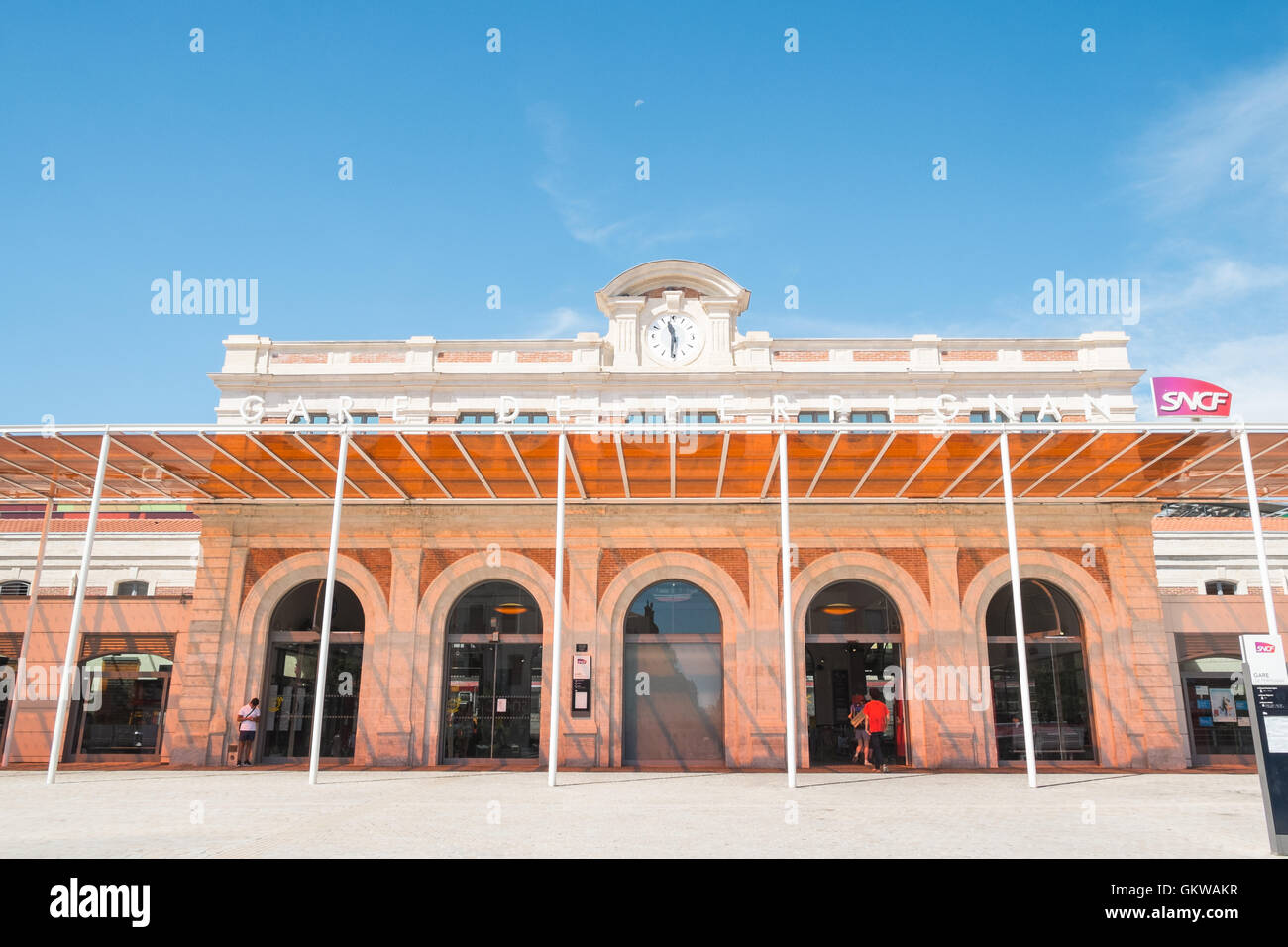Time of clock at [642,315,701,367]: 11:30
